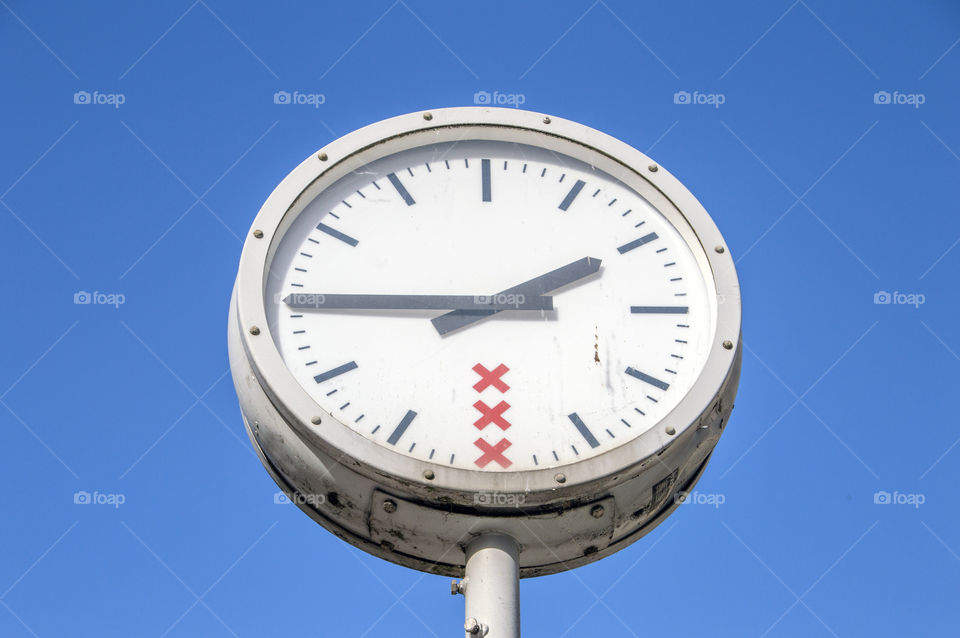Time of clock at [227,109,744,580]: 1:45
